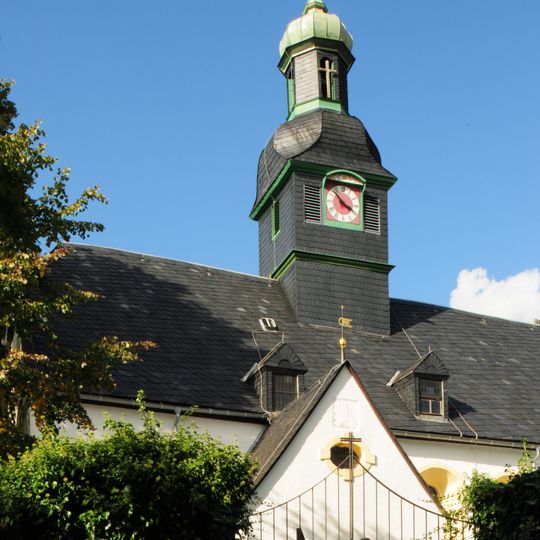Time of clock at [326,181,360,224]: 3:52
